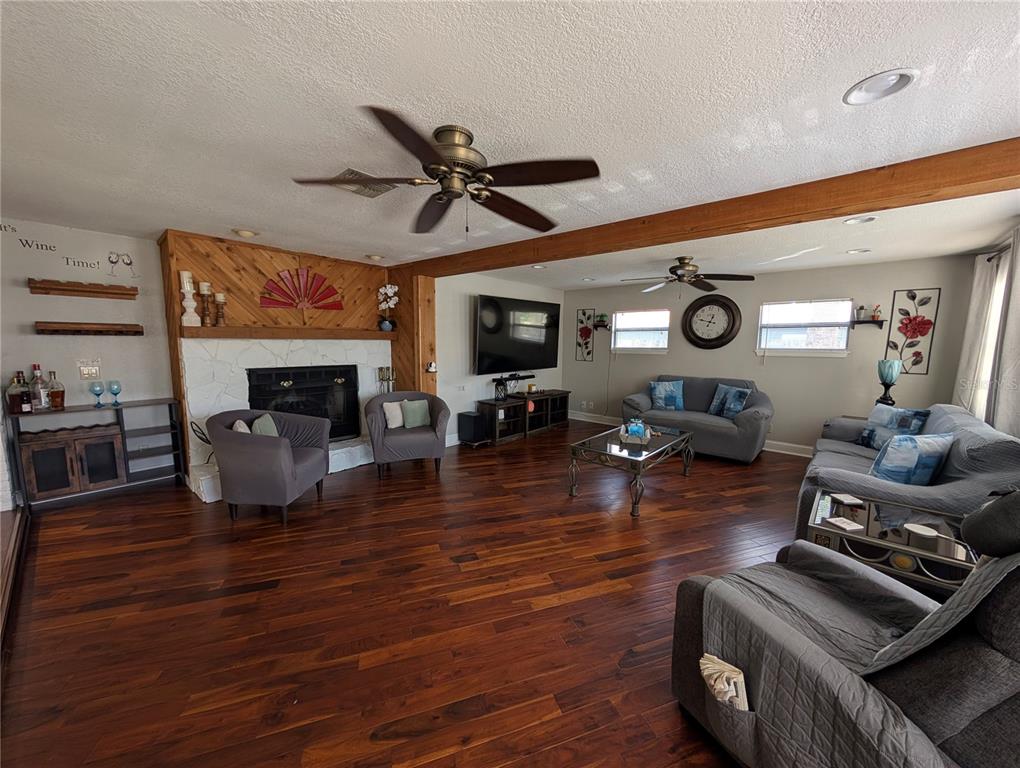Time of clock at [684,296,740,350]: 12:47
